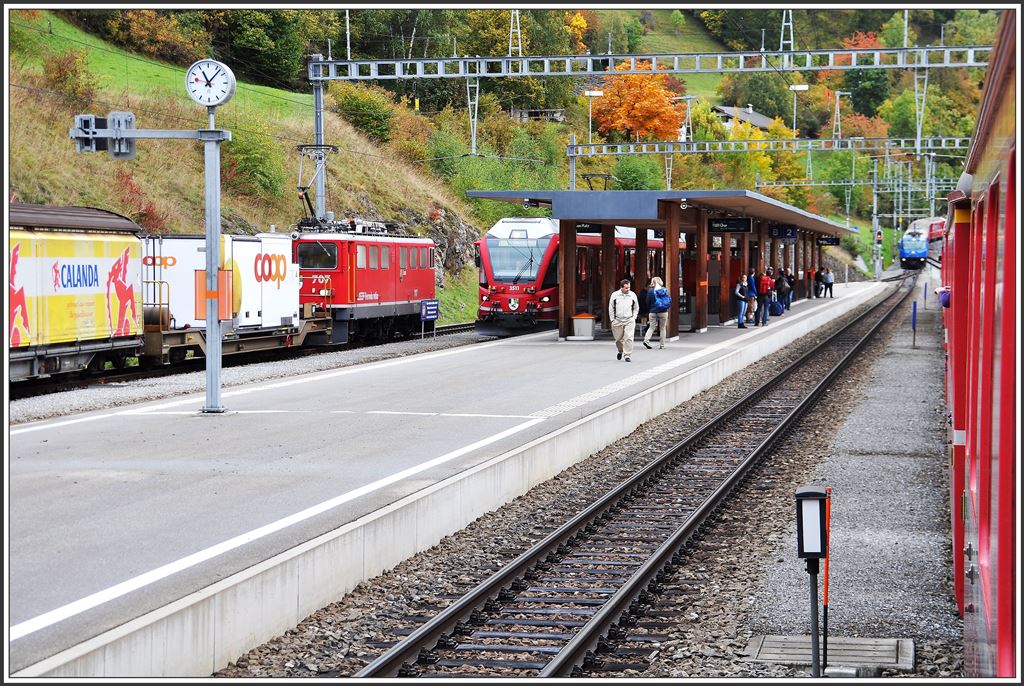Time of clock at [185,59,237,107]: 11:07
